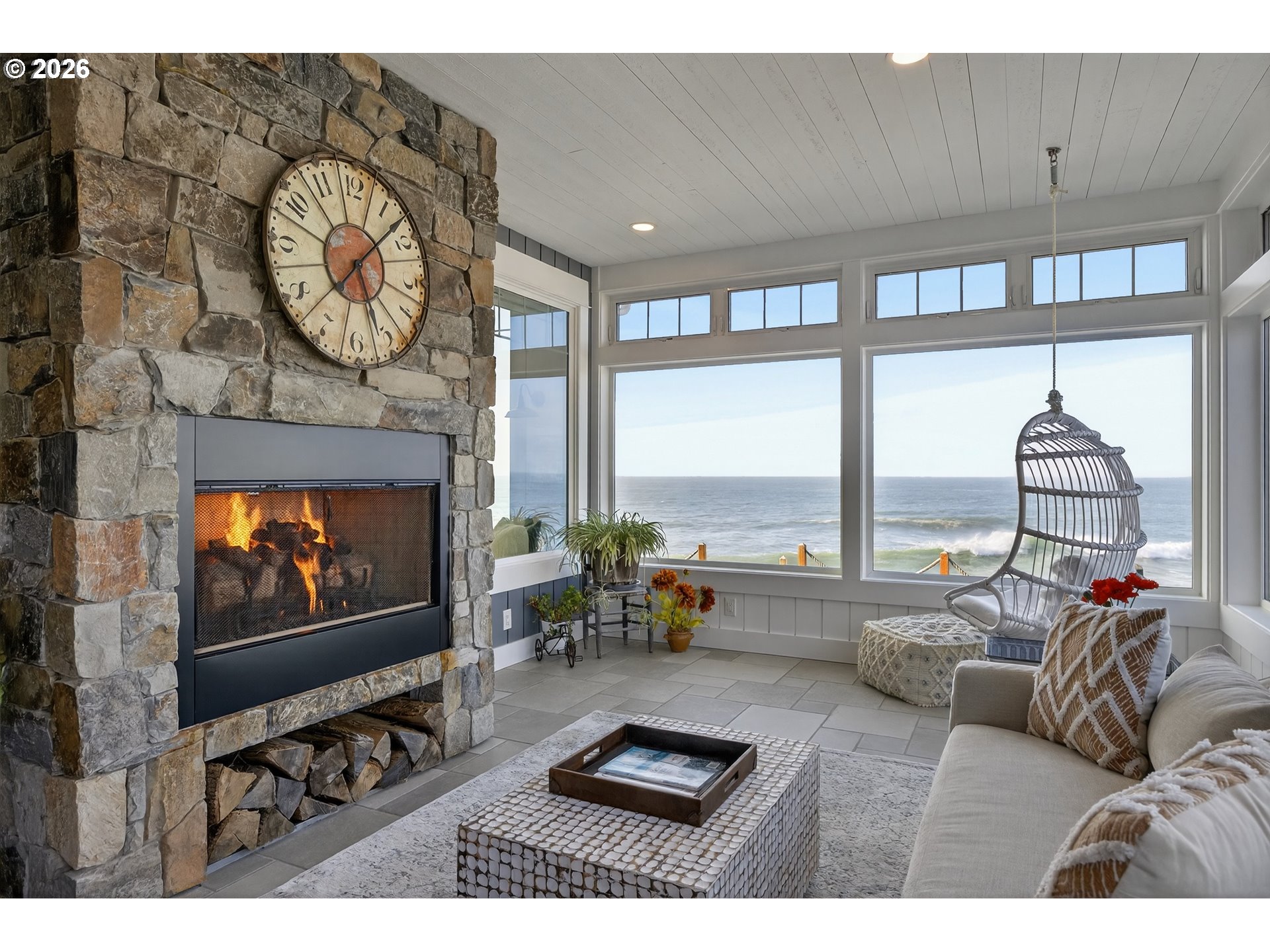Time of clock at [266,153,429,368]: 5:07
